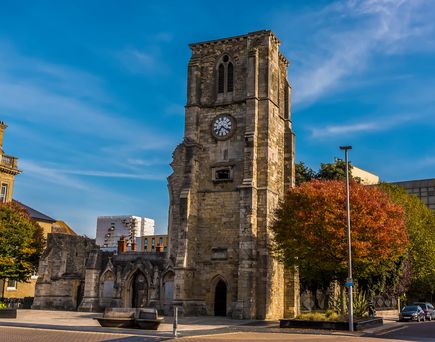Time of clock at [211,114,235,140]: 7:21
